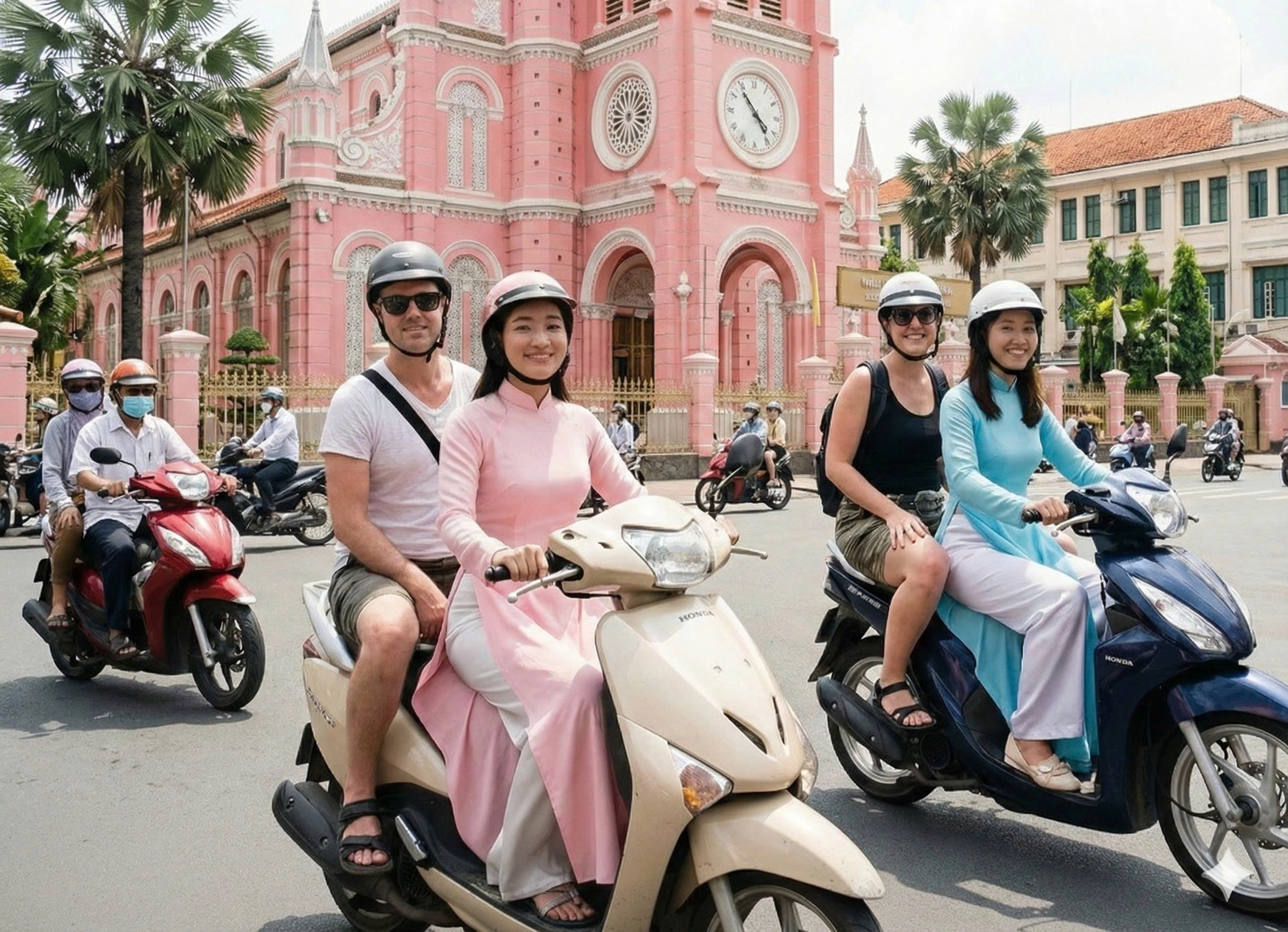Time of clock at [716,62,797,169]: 4:23
